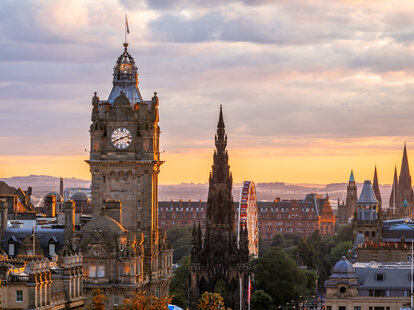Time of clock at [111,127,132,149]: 8:12
